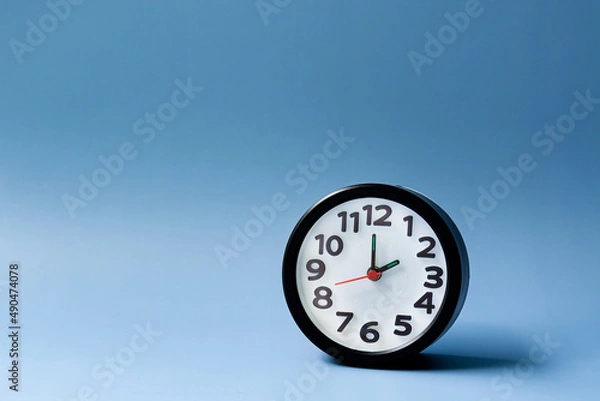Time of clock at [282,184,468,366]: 1:59
